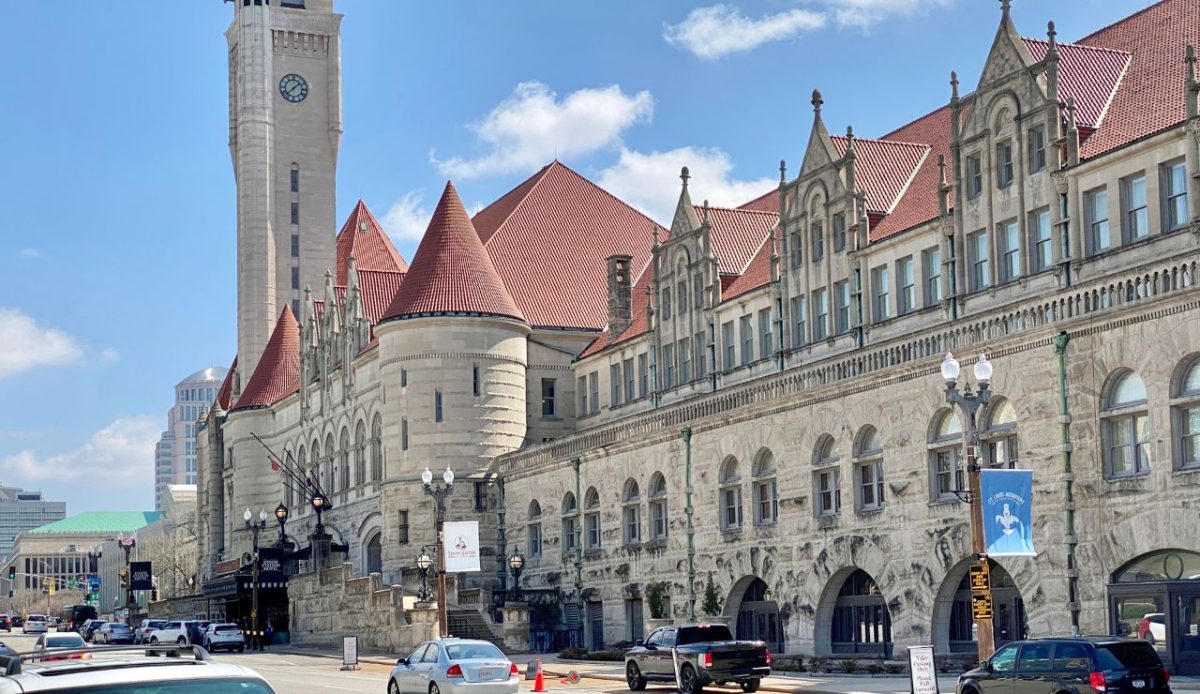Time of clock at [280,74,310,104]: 1:37
